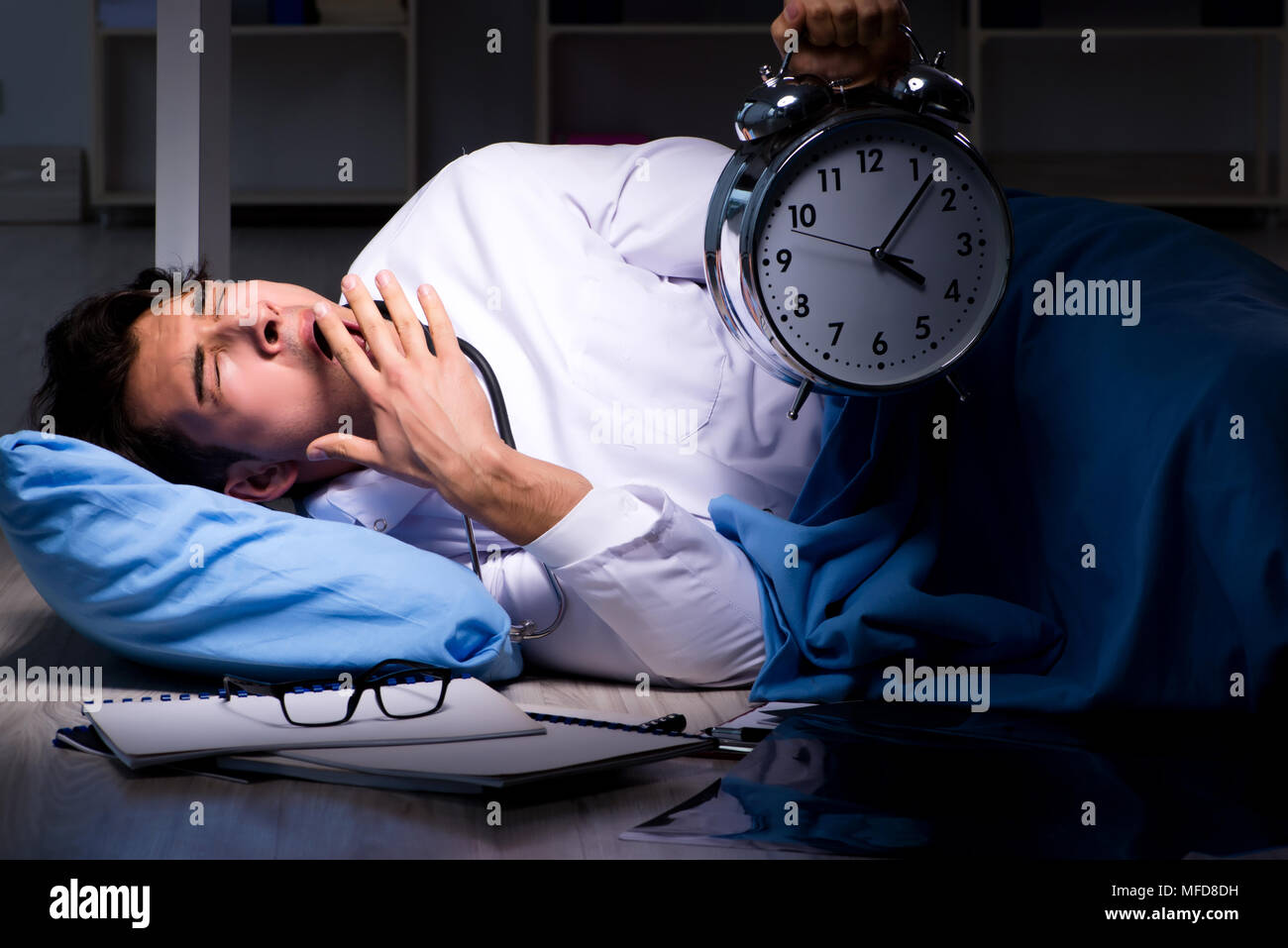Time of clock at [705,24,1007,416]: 4:06
